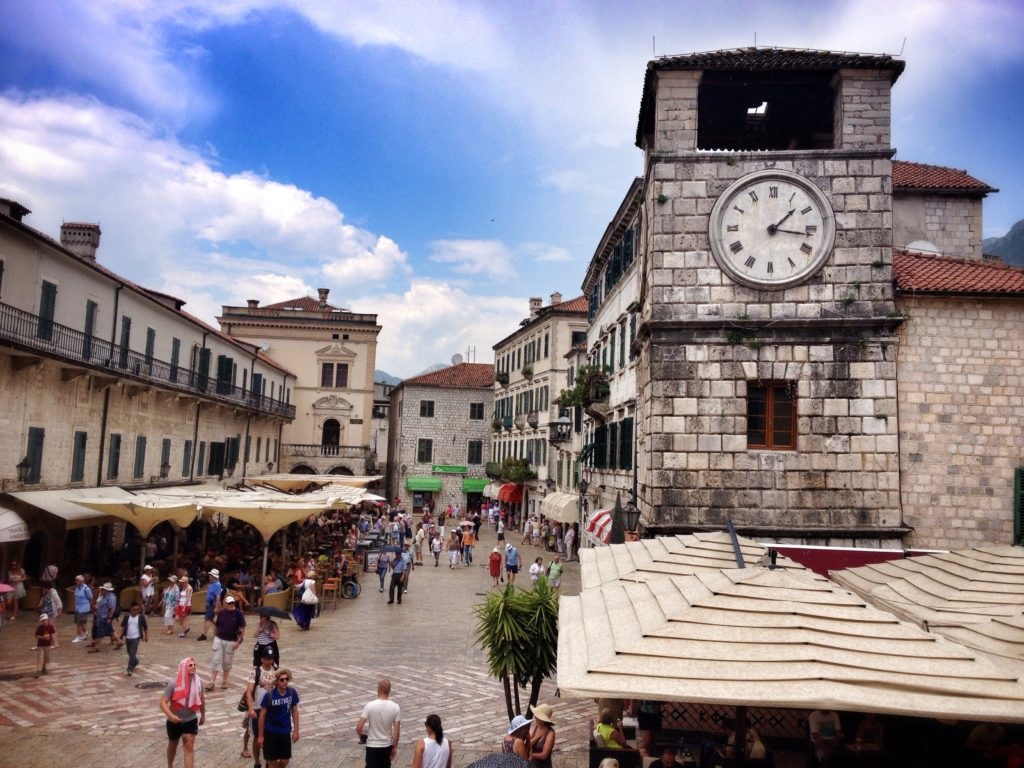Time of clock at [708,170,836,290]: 1:16
